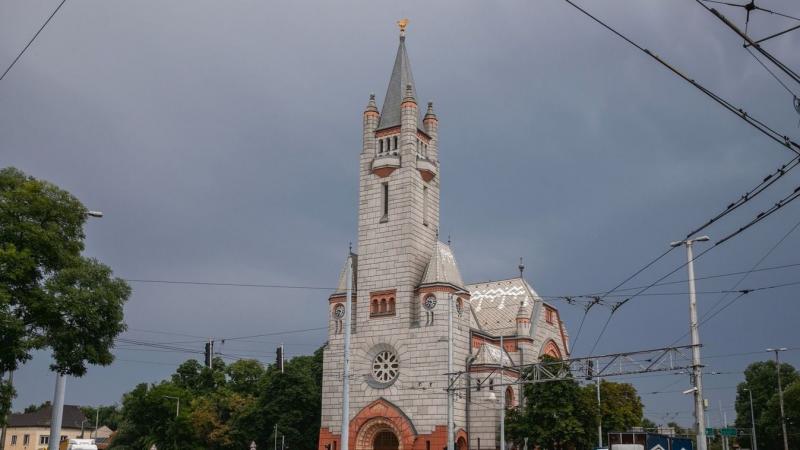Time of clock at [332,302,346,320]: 9:33
